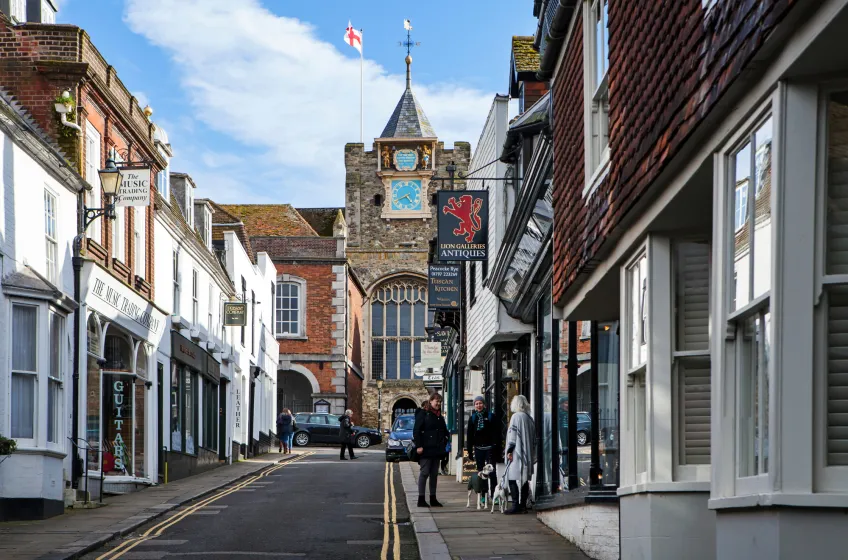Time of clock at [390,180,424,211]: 4:40
